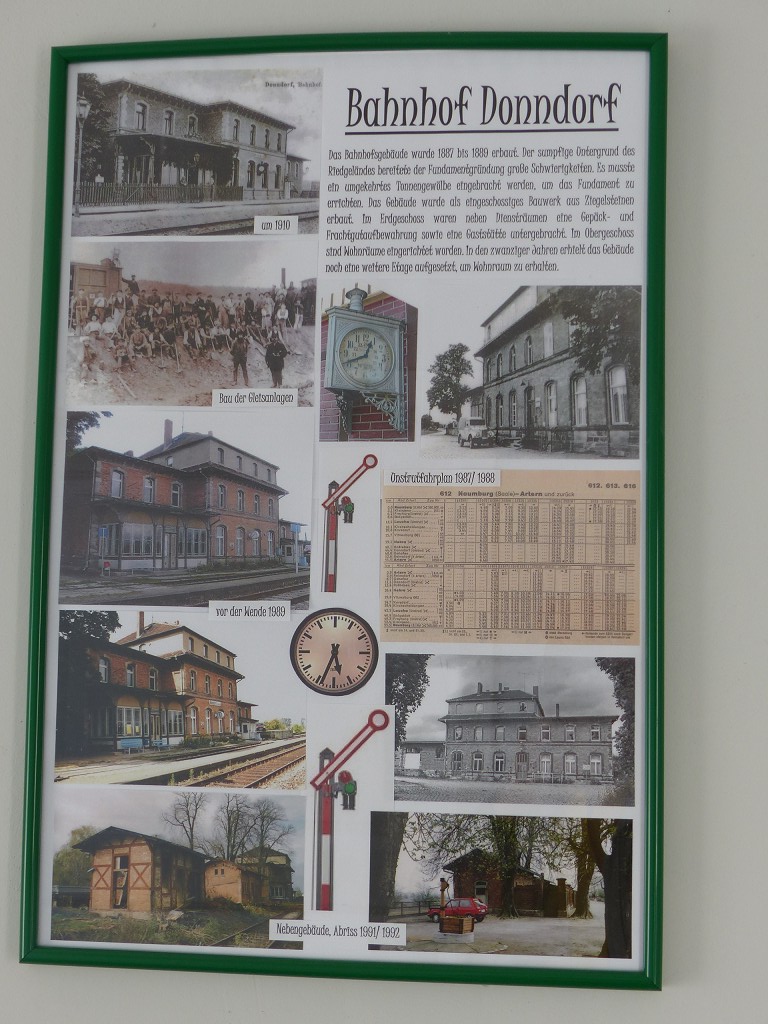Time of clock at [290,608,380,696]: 5:33
